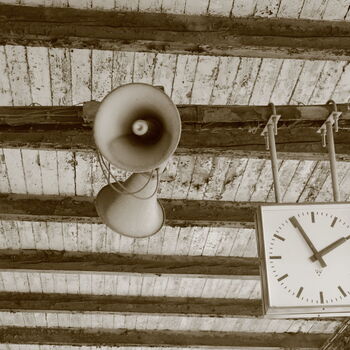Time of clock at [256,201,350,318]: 1:55
